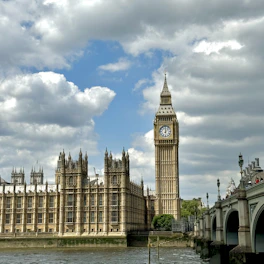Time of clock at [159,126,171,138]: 12:07
